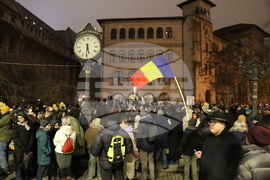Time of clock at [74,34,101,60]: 5:30
